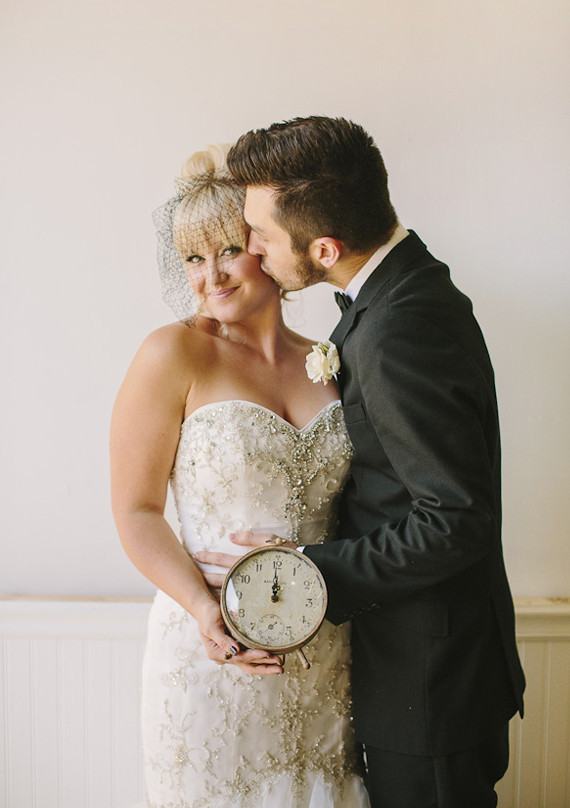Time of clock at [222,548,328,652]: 11:59
